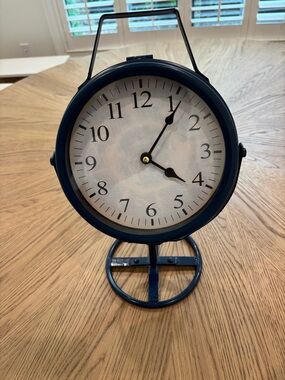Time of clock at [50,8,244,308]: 4:06
